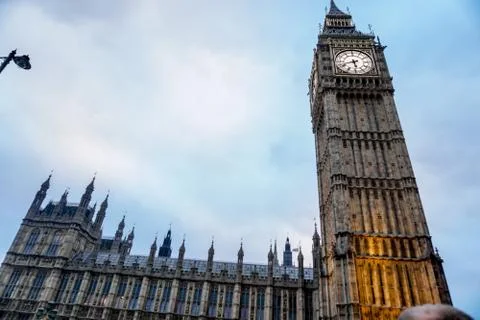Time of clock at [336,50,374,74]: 5:42
